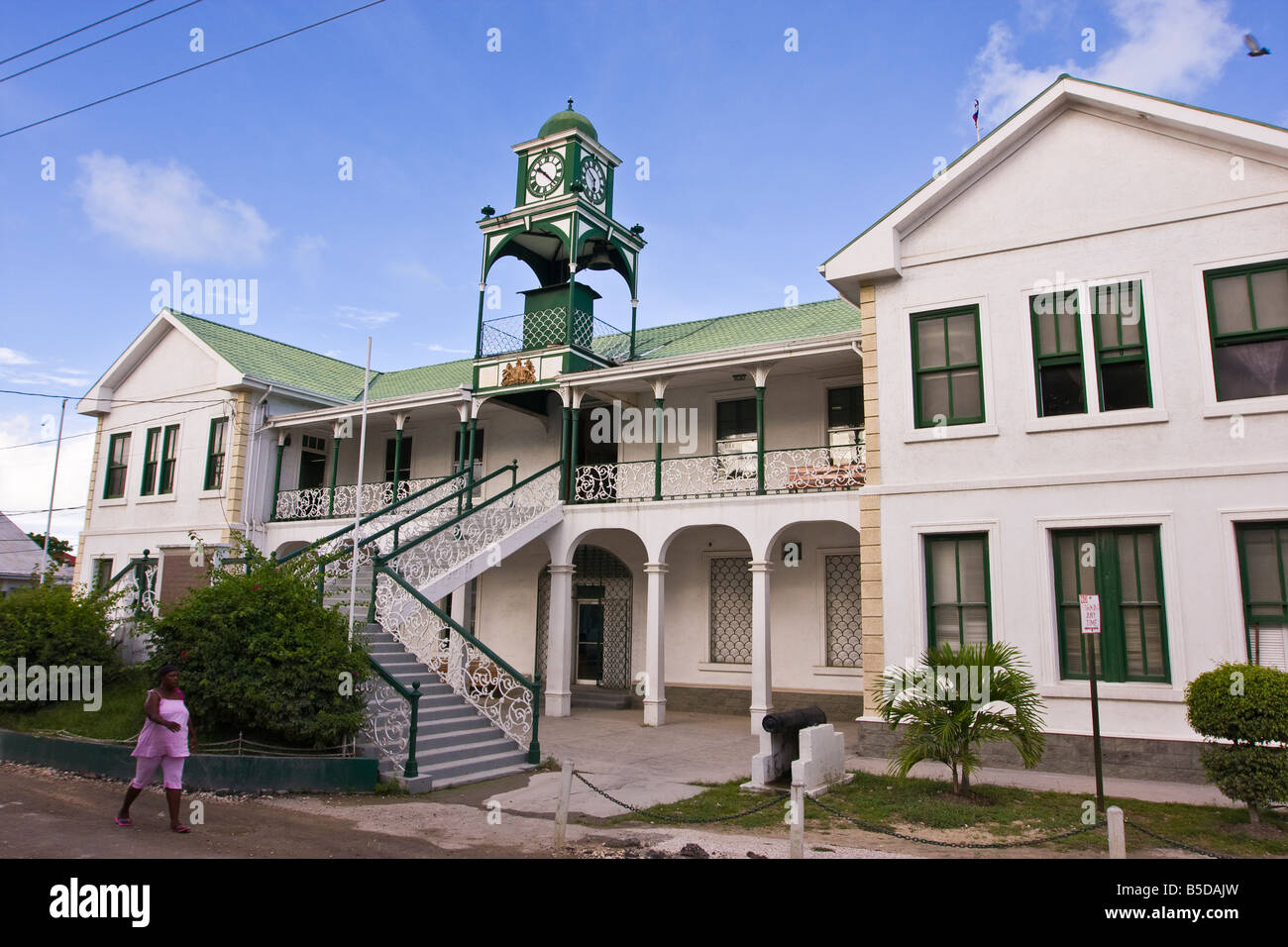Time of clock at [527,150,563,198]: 10:22
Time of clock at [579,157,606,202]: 5:51
